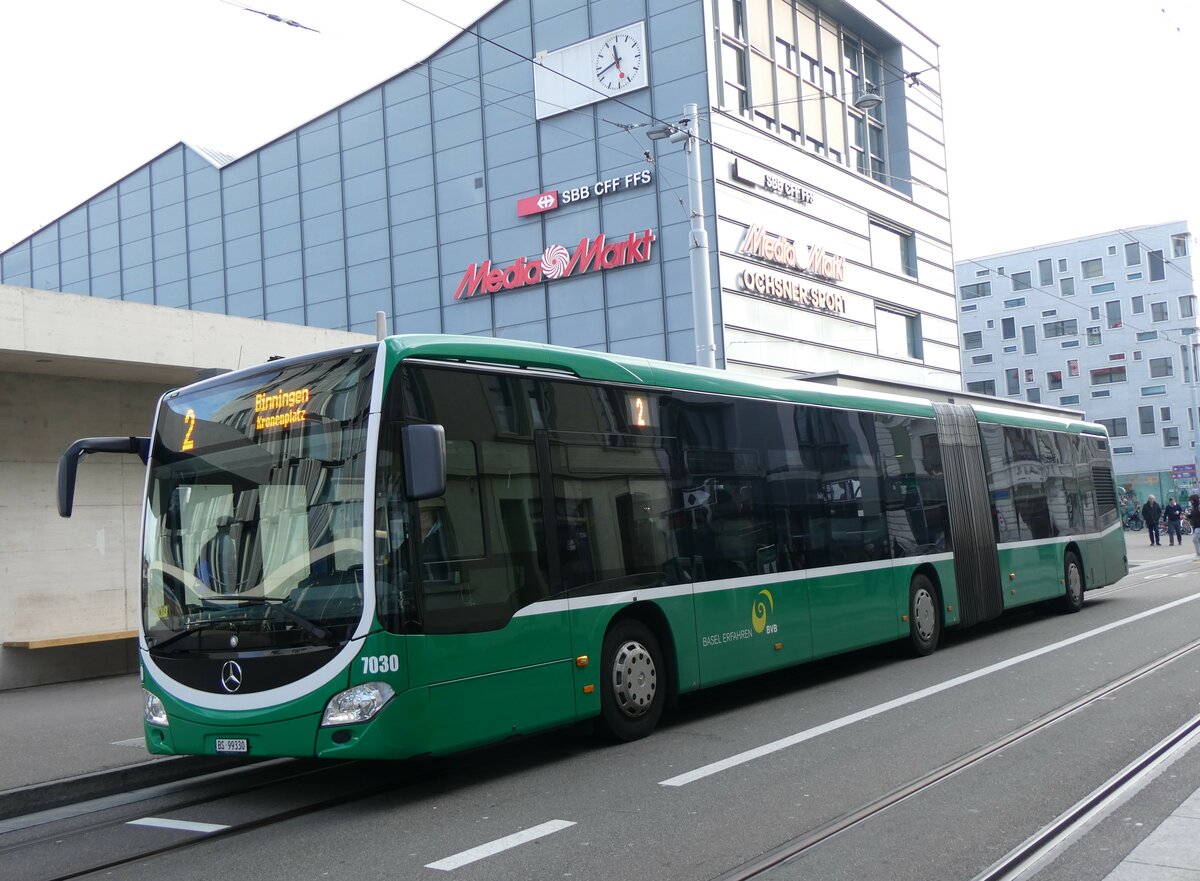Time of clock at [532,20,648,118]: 11:41
